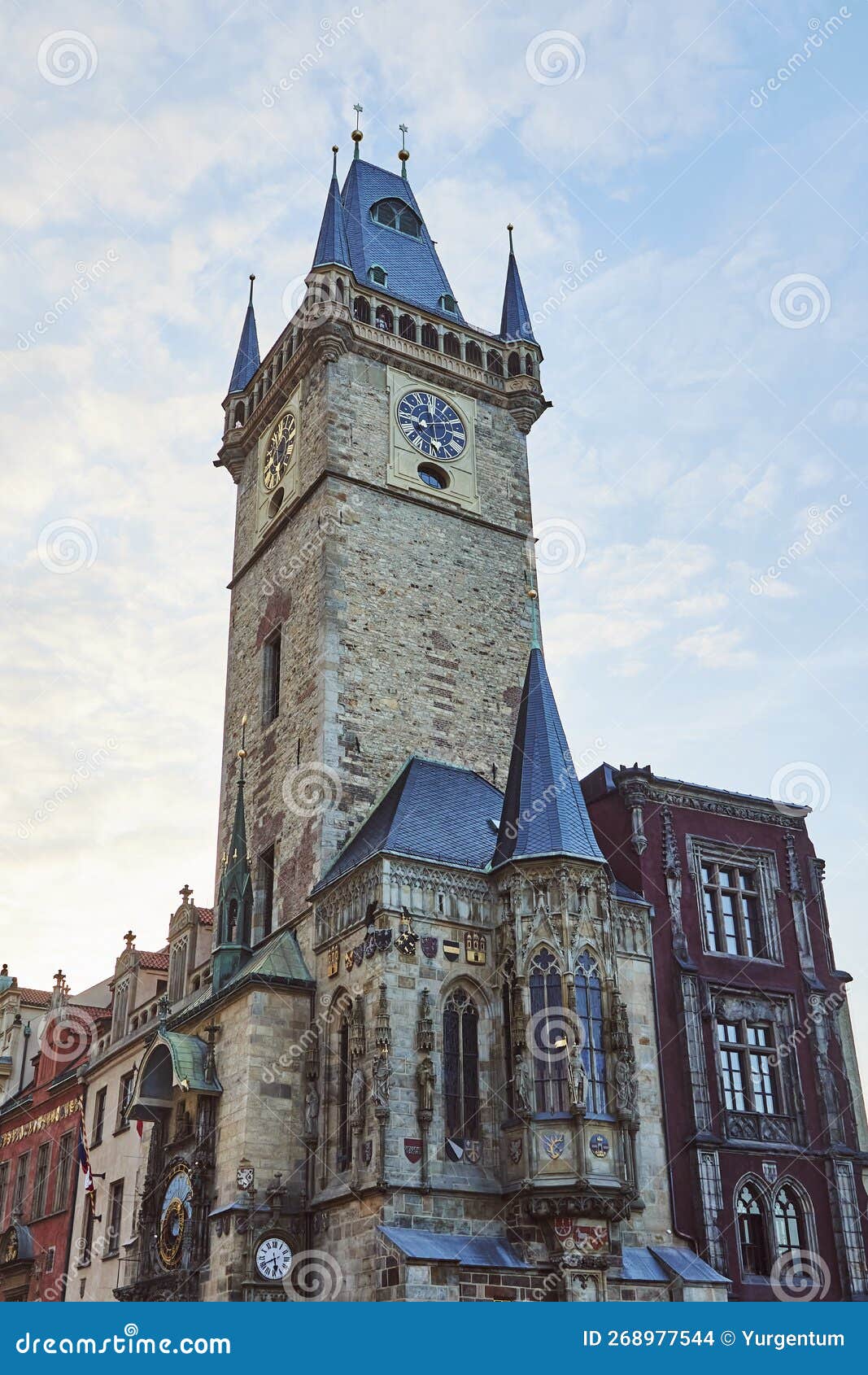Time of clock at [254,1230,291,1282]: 5:40
